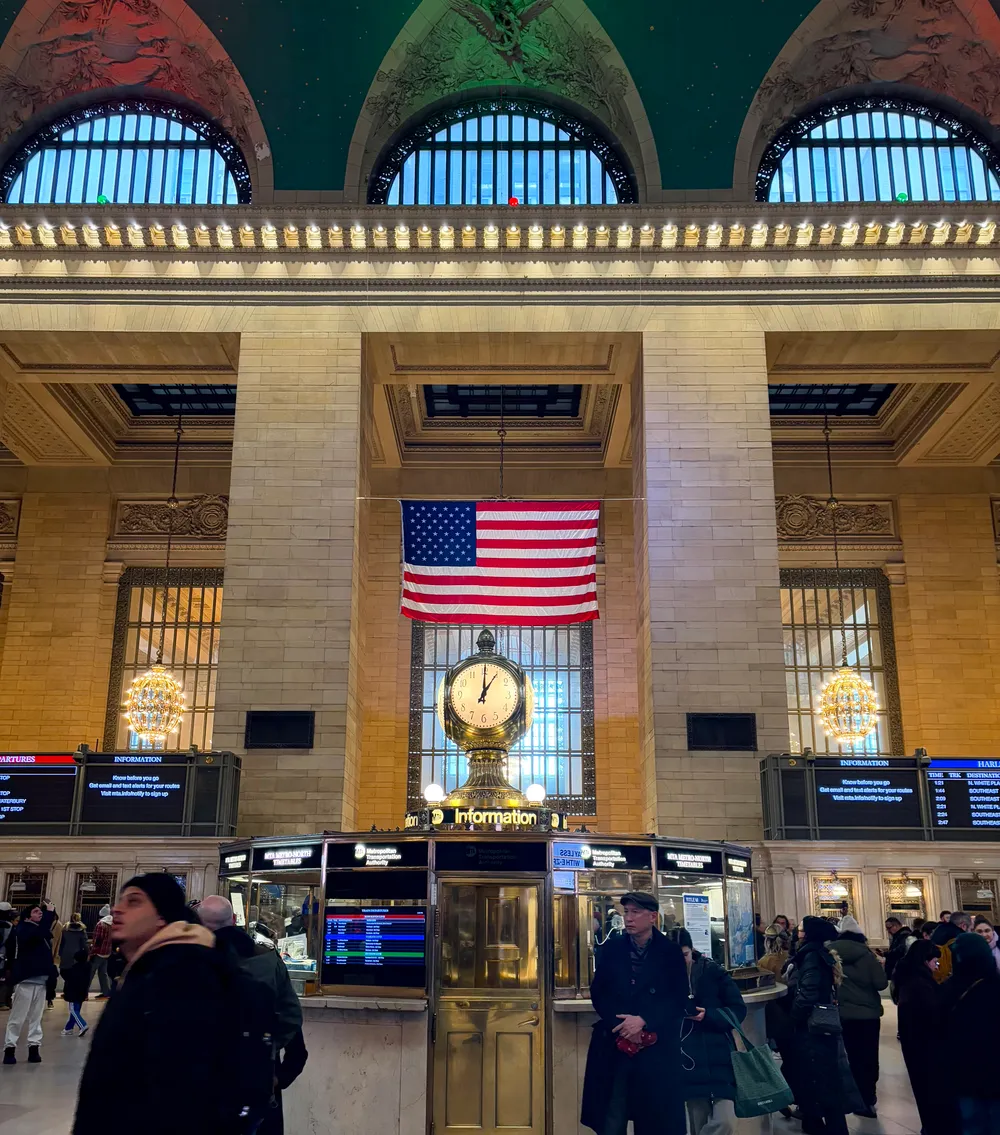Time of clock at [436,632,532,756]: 1:00
